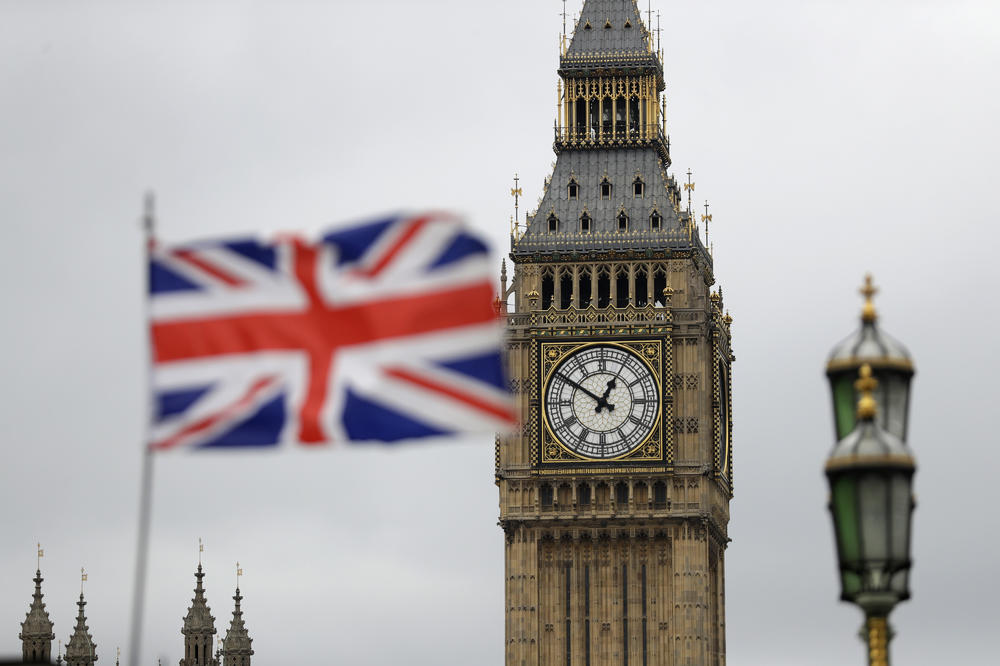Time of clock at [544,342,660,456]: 12:50
